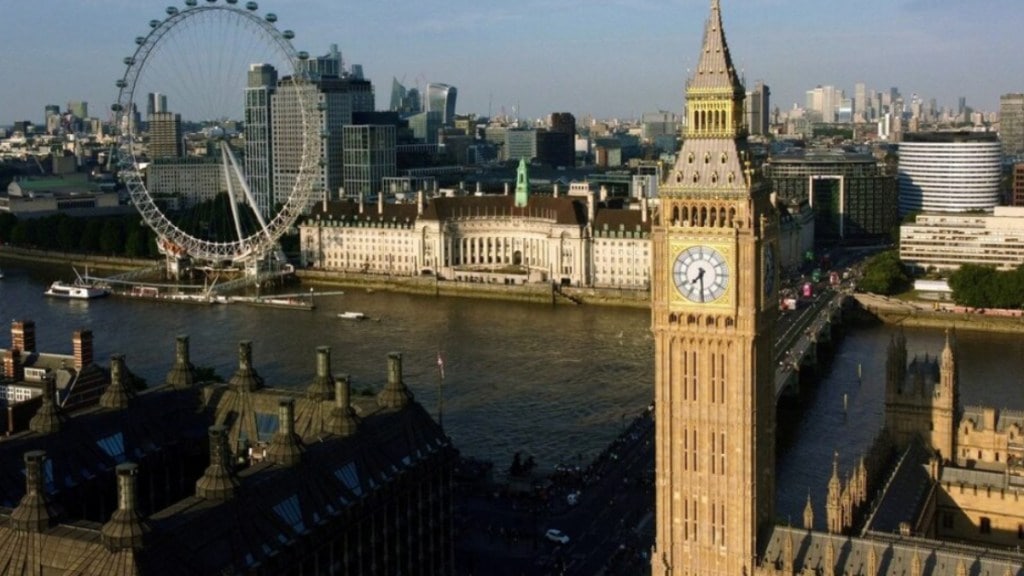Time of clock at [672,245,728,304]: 7:29
